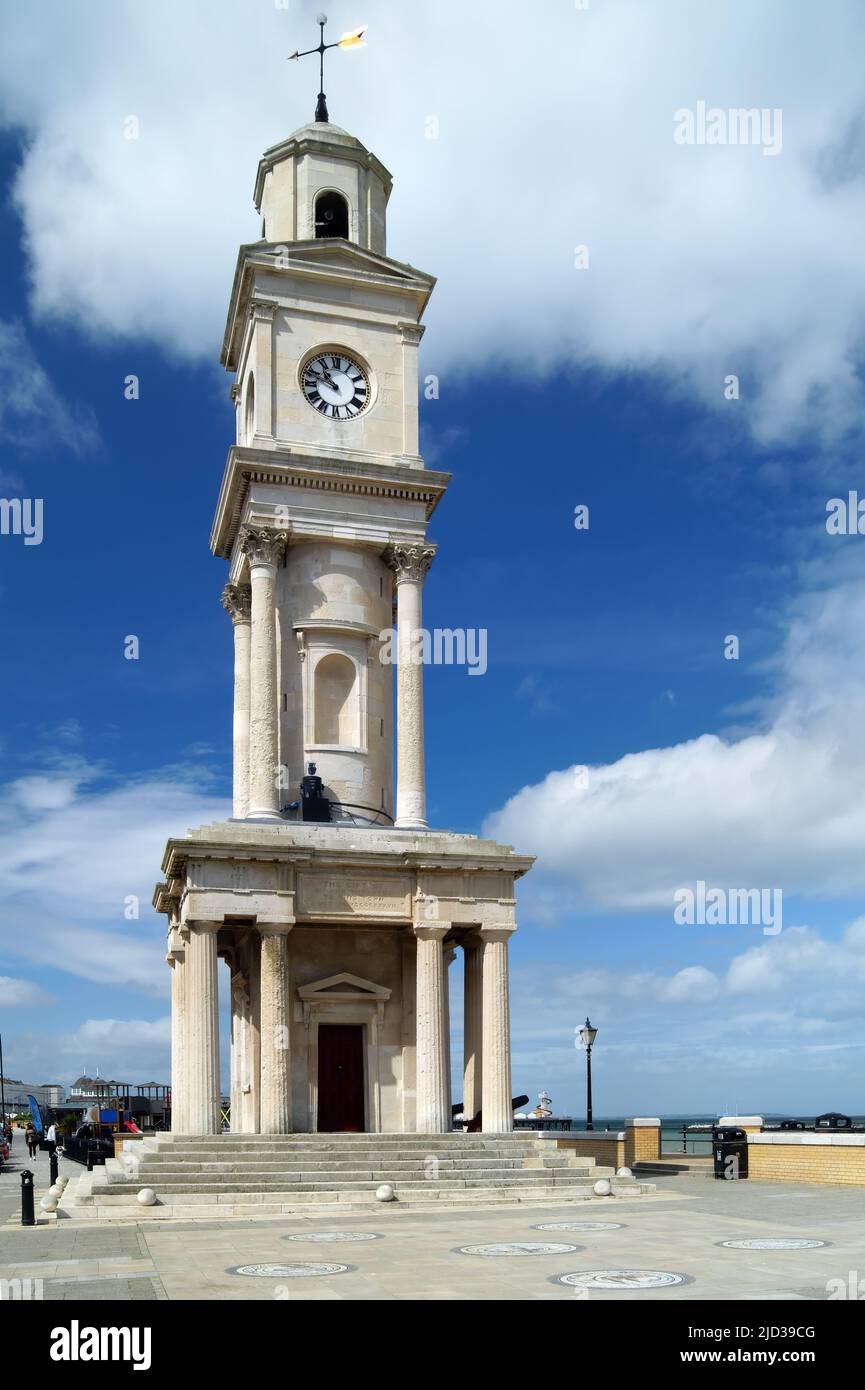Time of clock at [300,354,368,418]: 10:48
